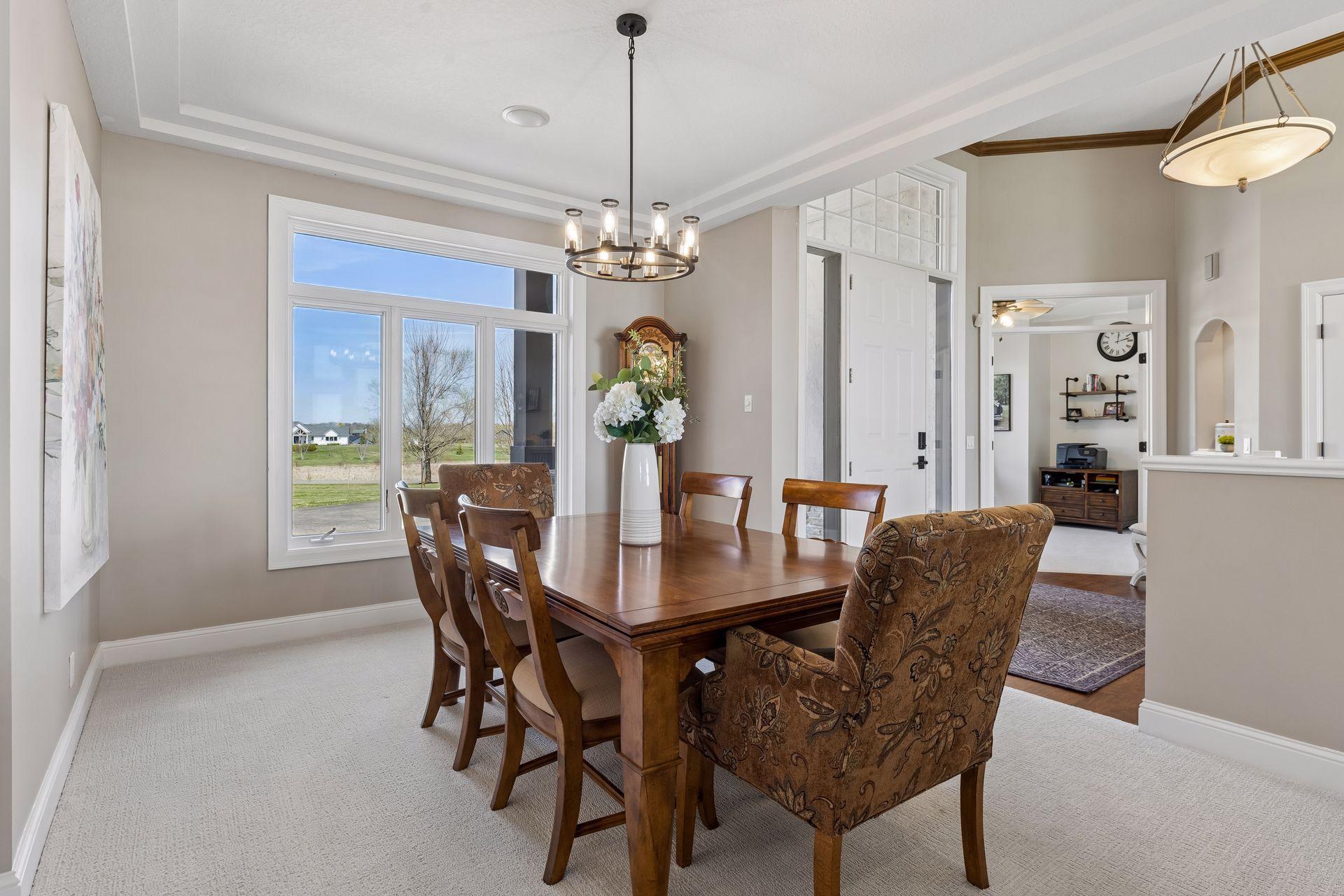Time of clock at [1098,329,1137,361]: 12:12
